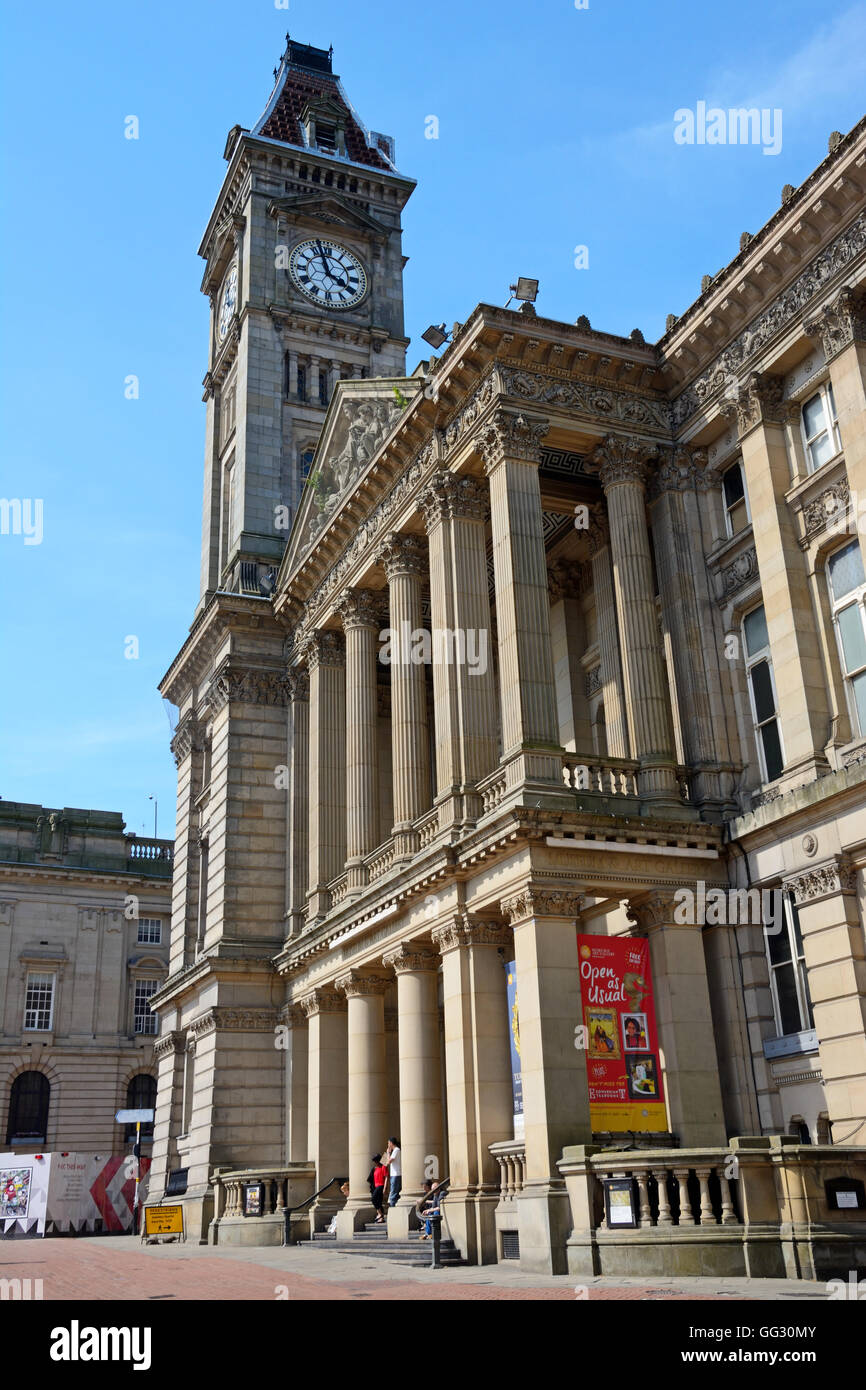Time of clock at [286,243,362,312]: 3:57
